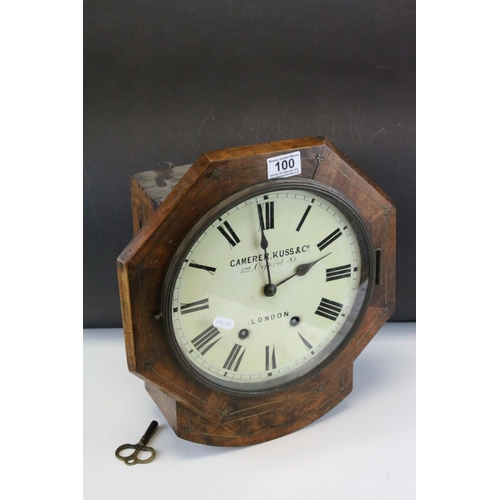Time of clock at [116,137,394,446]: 1:59
